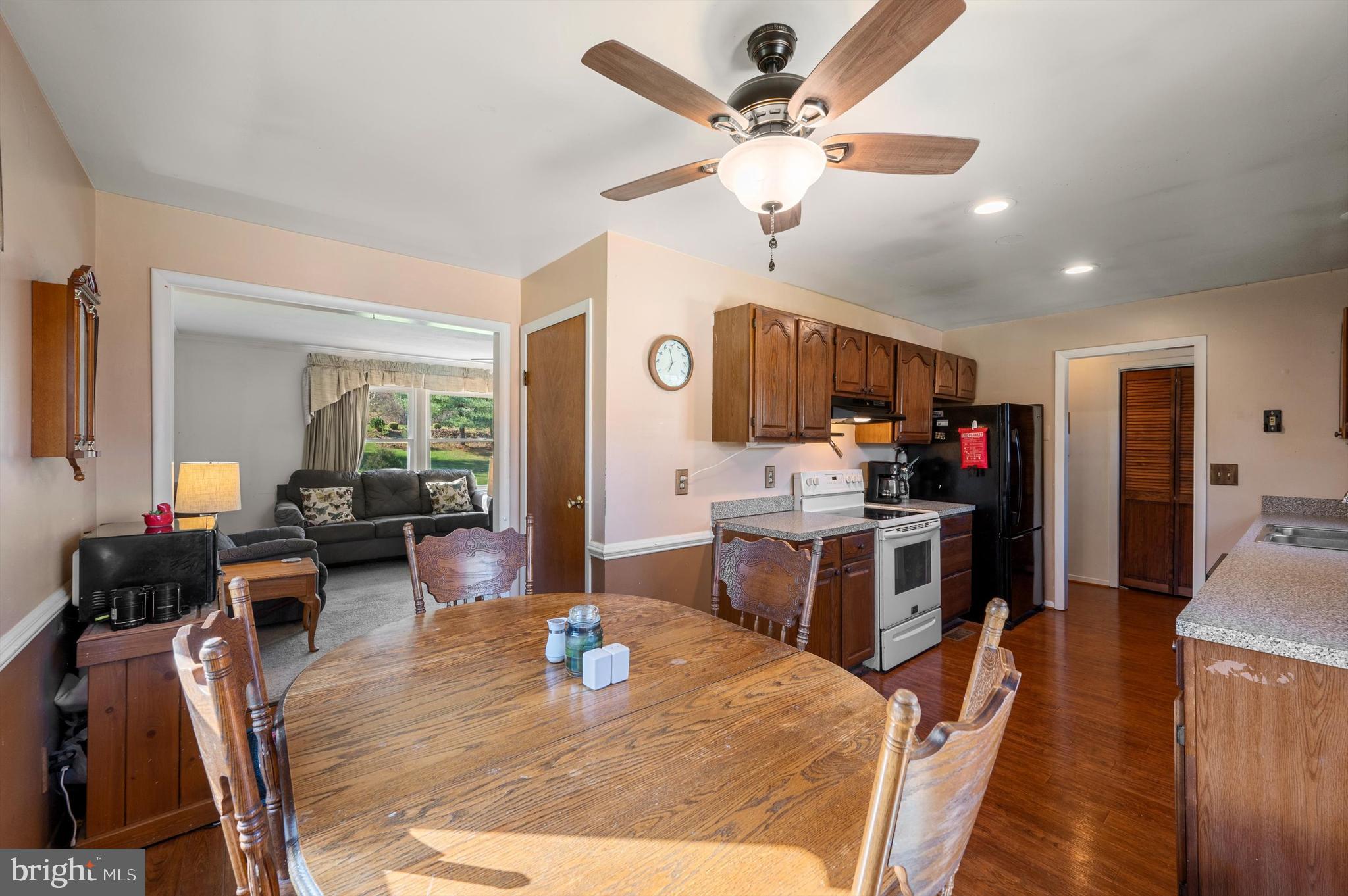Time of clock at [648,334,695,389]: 6:58
